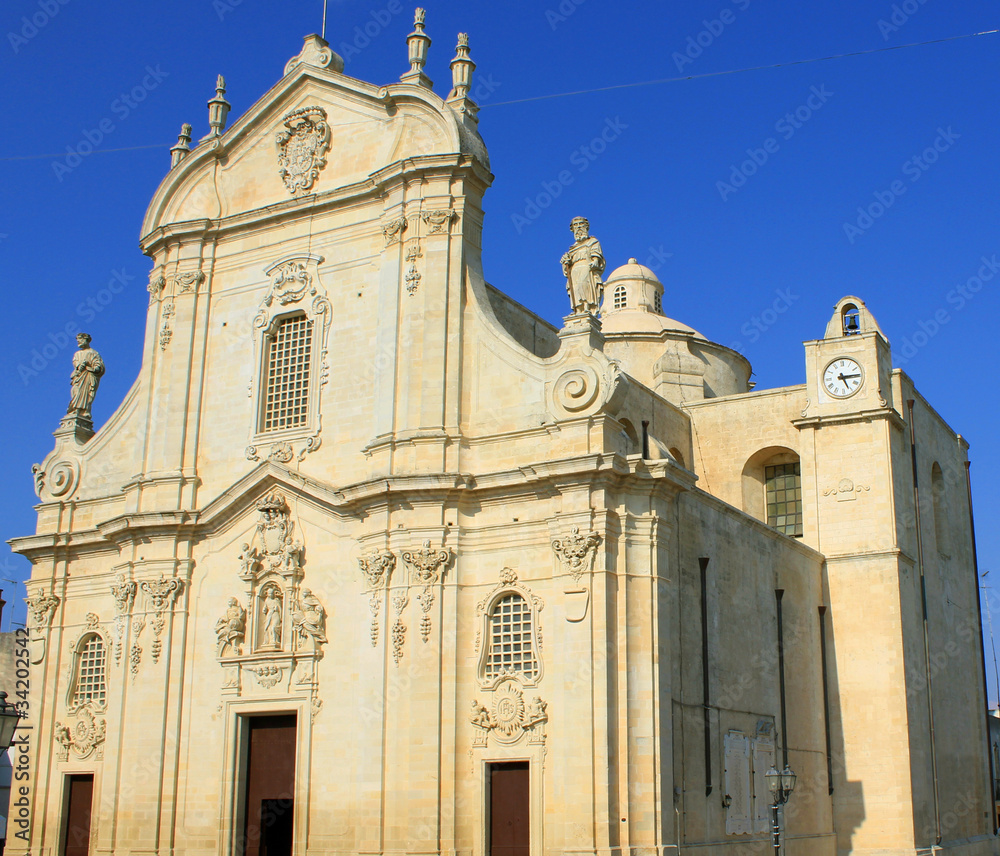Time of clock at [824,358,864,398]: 5:14
